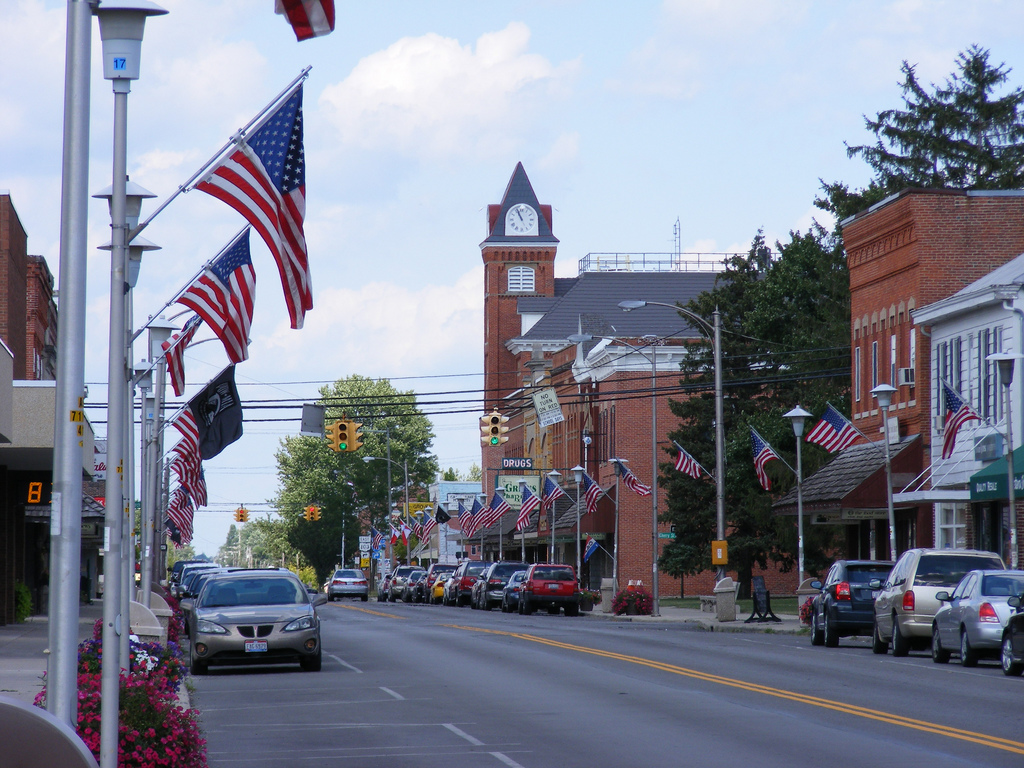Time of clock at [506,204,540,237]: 10:56
